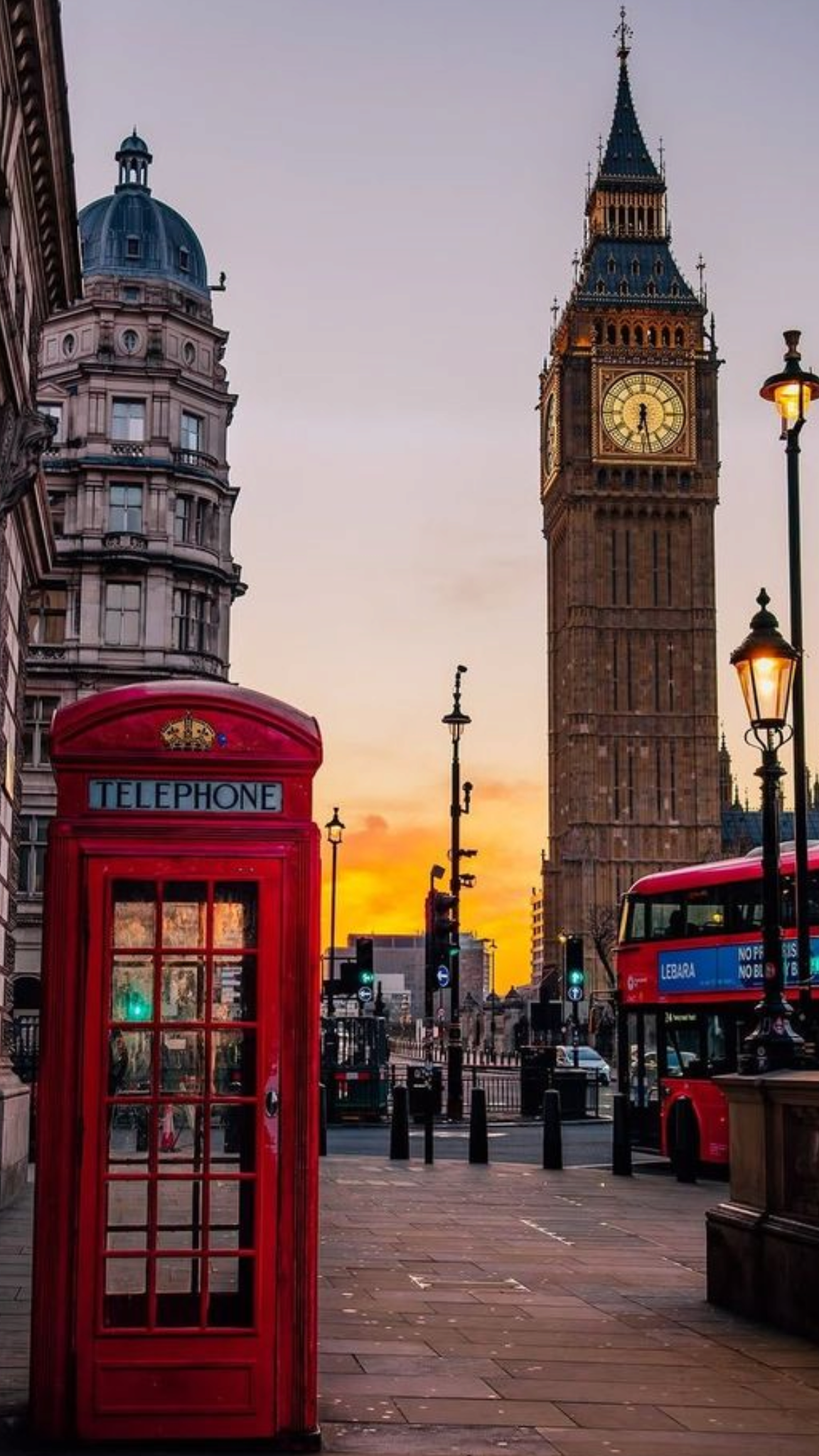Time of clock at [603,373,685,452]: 6:28
